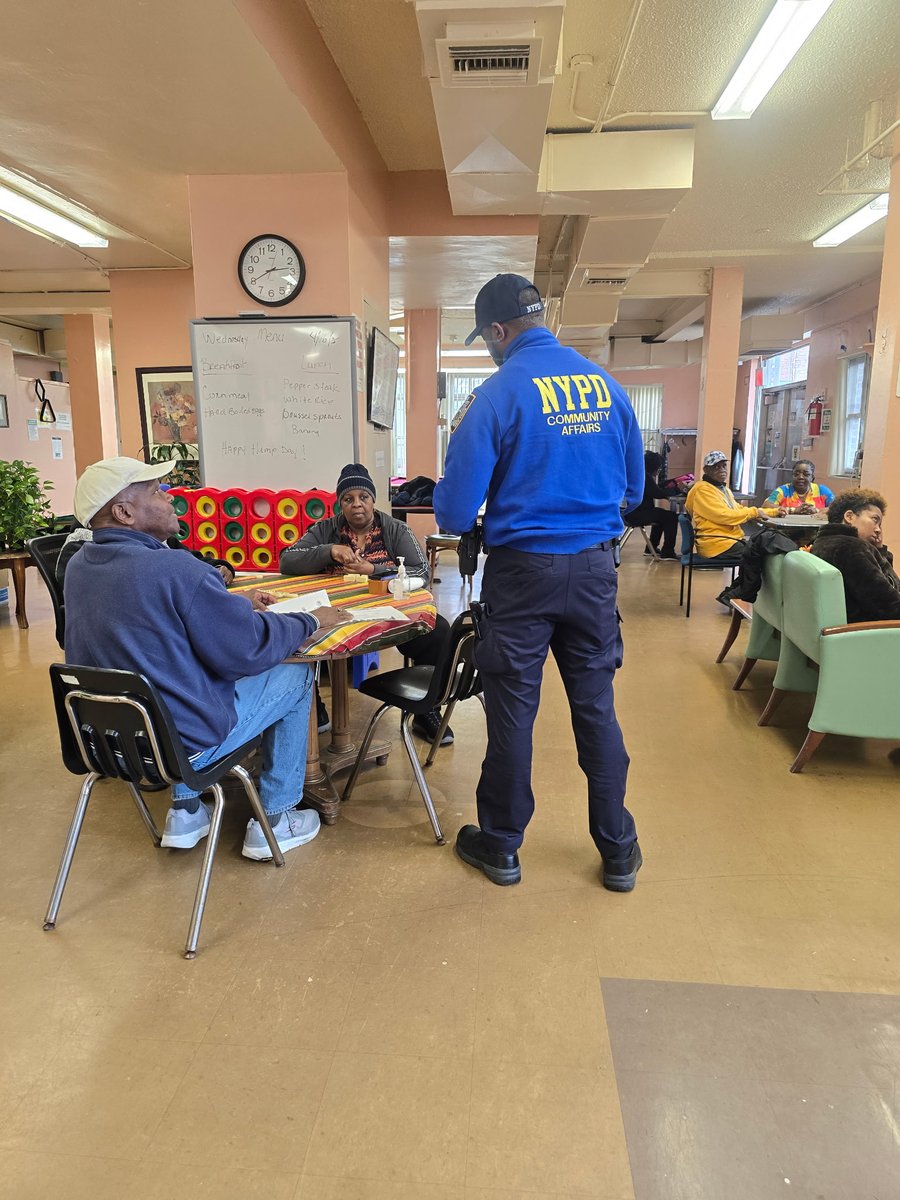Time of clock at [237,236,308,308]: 2:40
